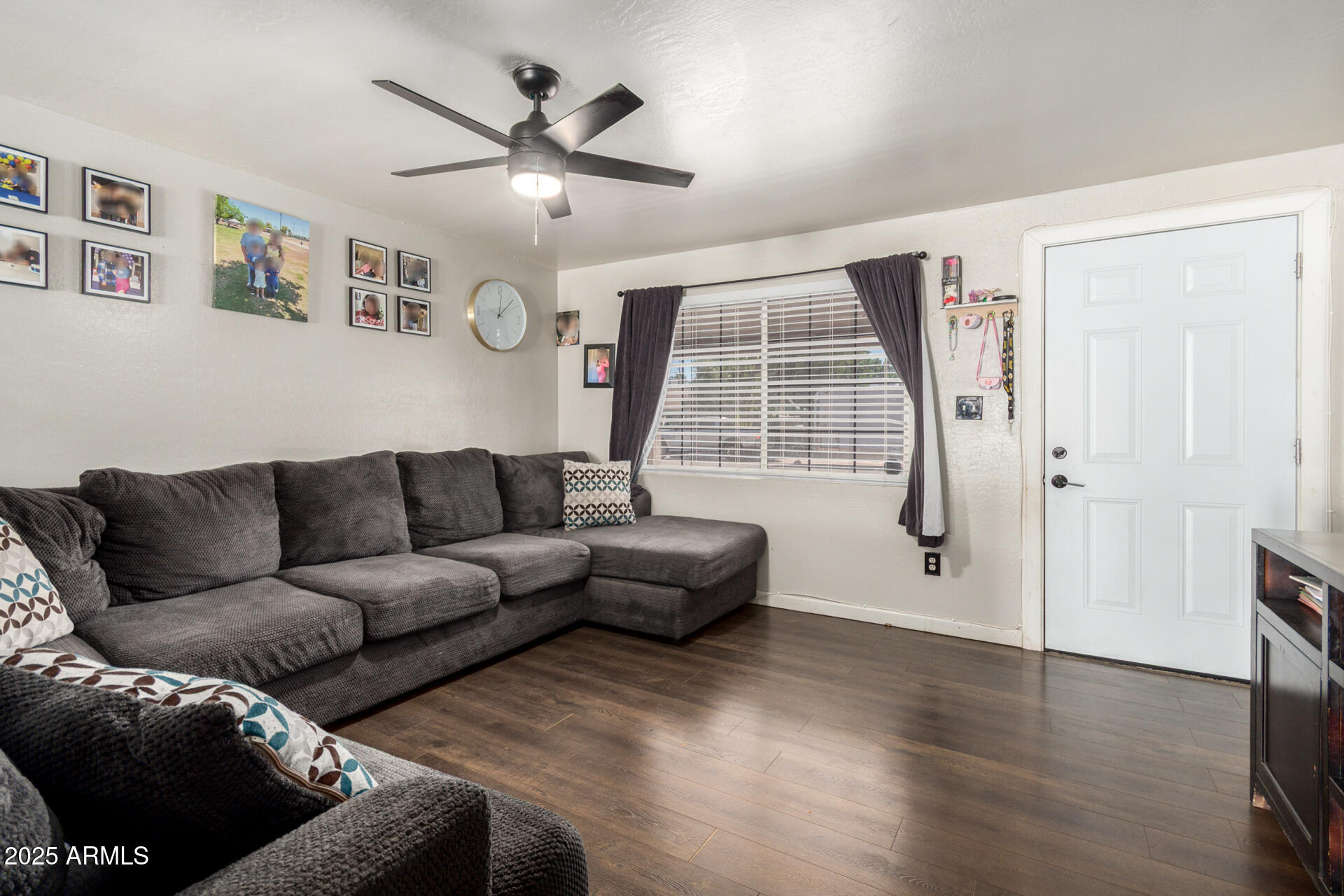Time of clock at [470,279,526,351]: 12:07
